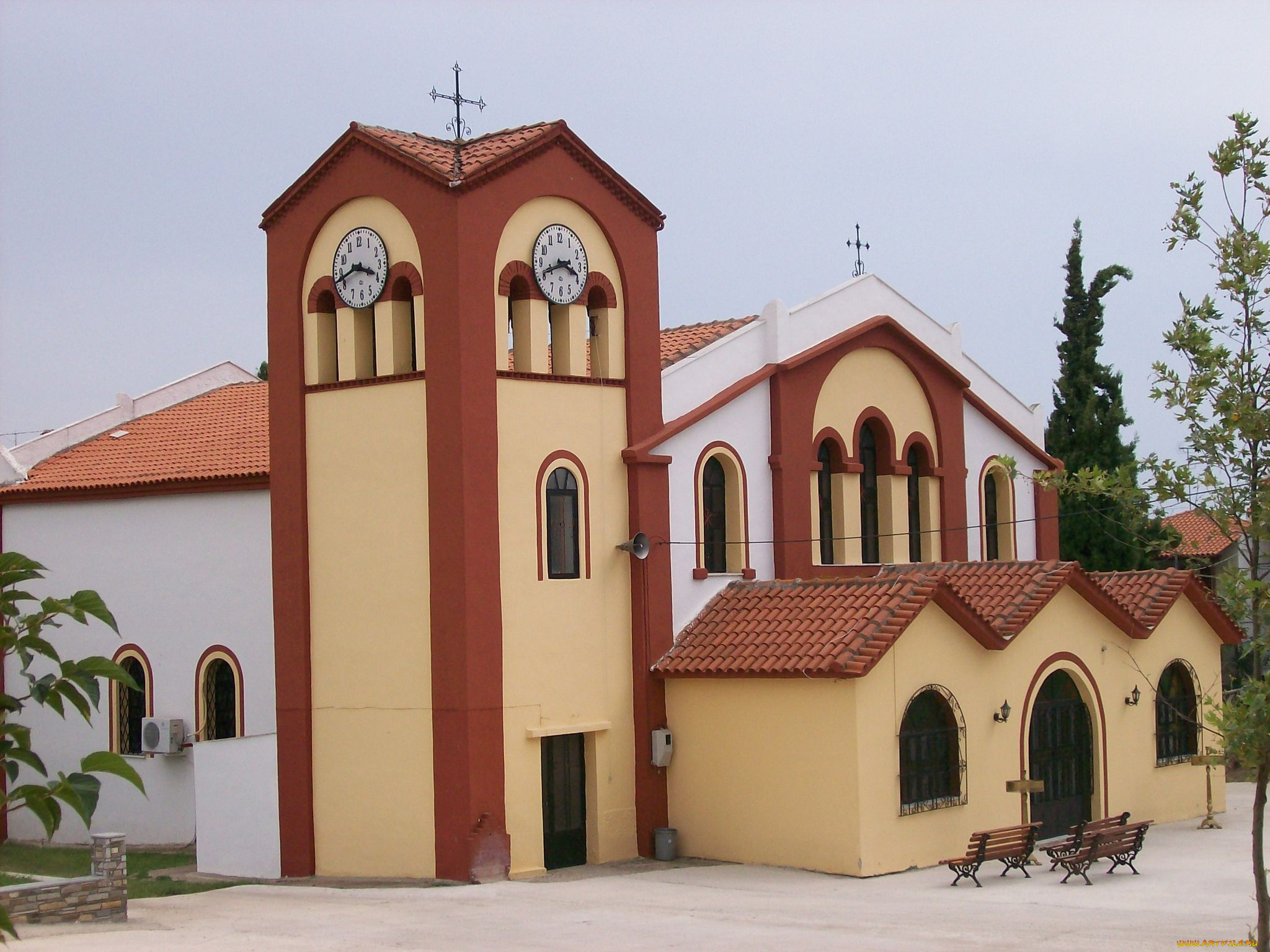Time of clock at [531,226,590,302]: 3:41
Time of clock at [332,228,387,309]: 3:42
